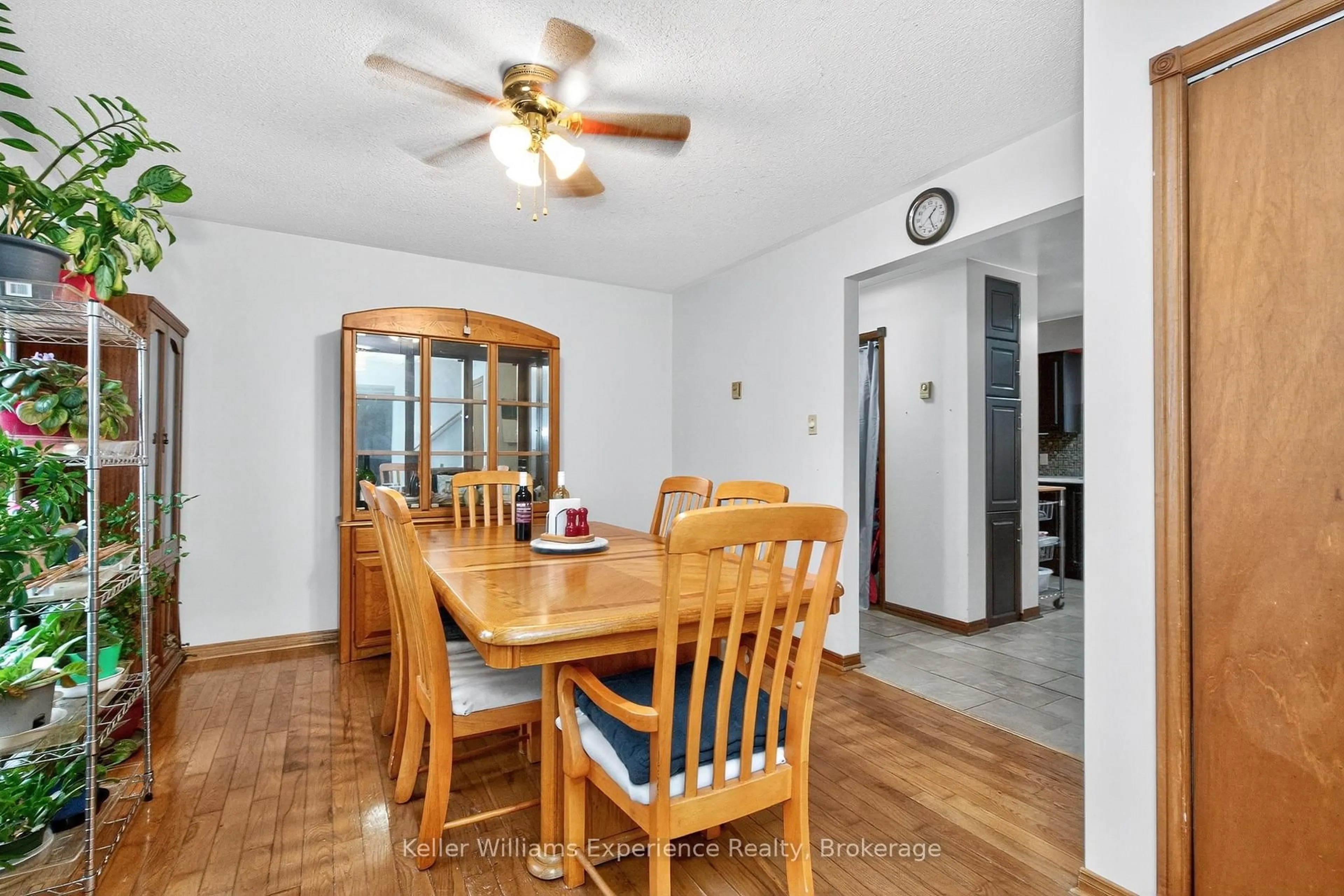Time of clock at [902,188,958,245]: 1:26
